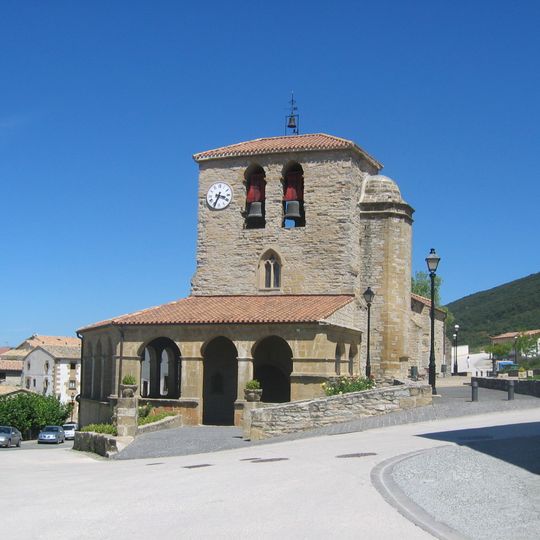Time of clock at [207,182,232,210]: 3:34
